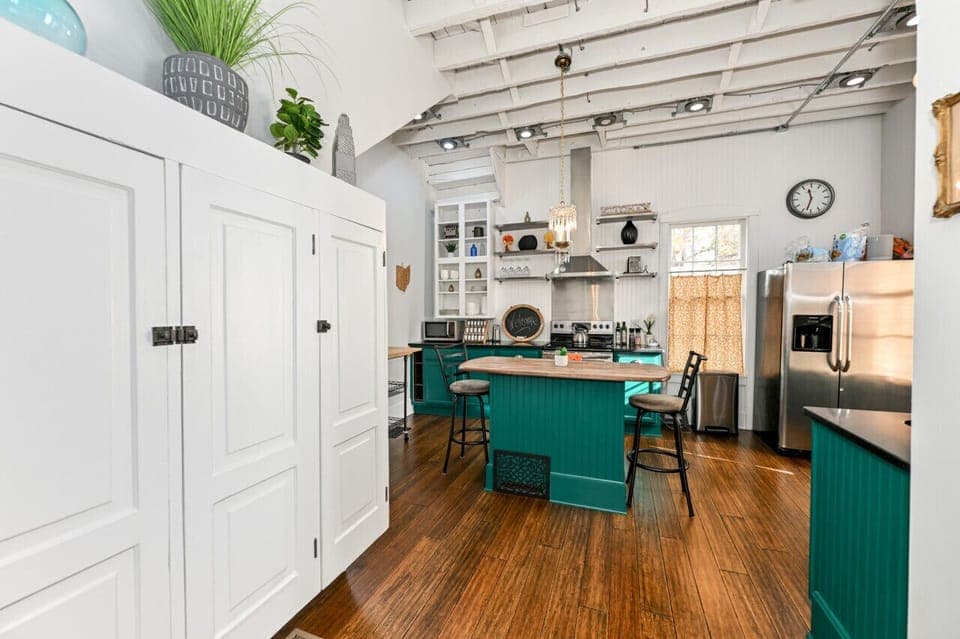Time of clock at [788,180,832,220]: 11:32
